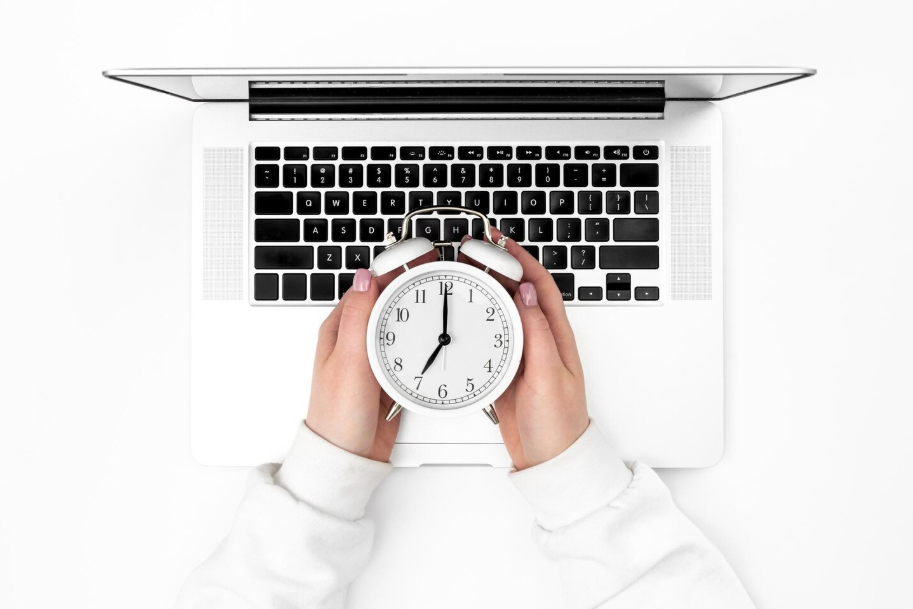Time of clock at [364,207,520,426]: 7:00
